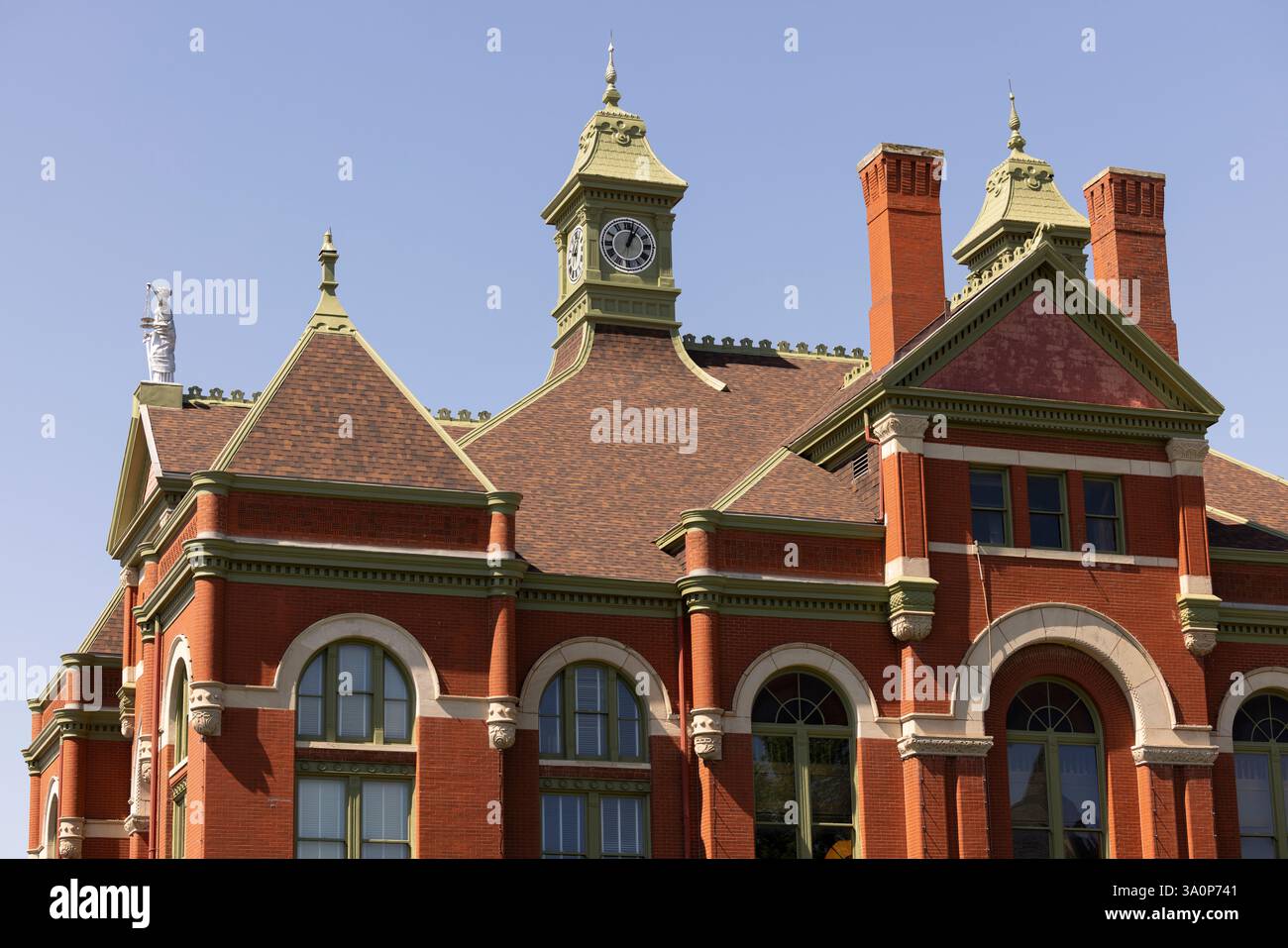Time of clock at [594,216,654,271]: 1:02
